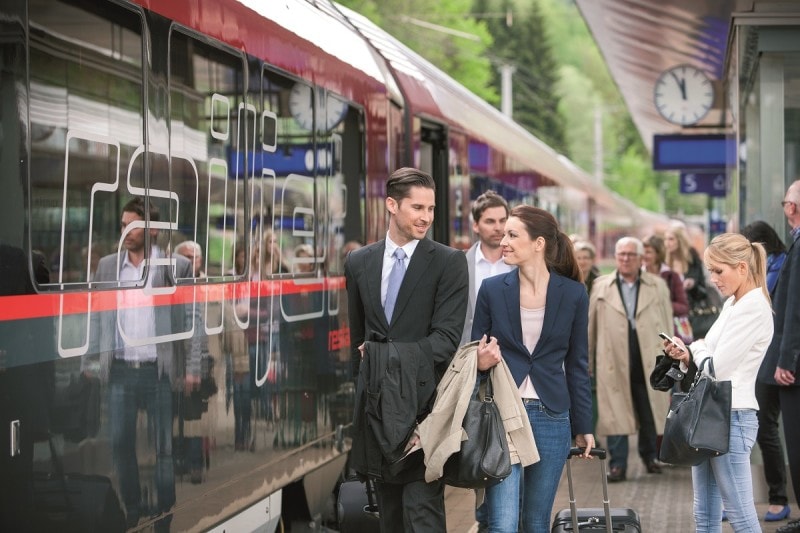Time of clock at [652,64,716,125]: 11:55
